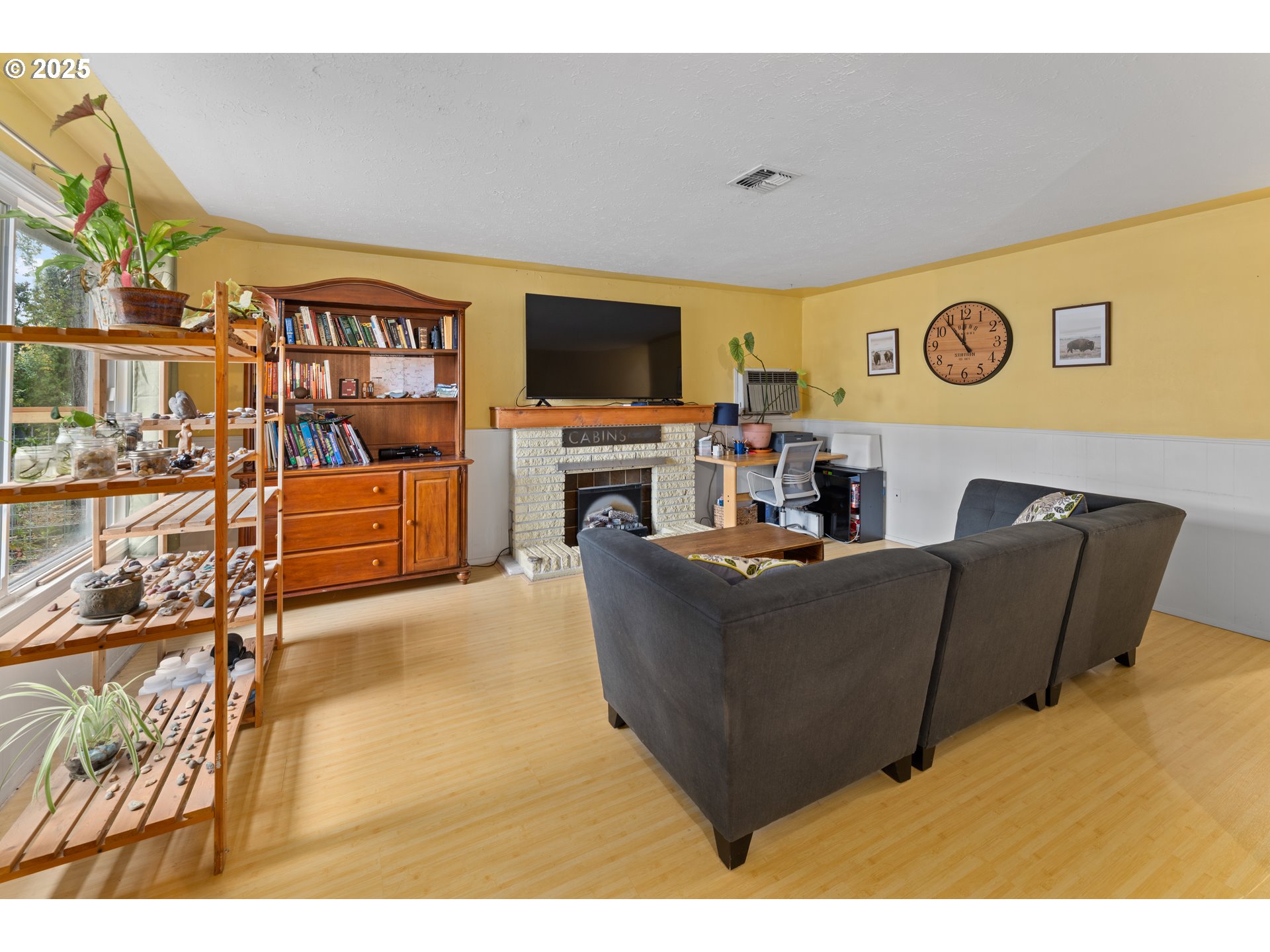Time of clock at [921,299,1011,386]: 11:53
